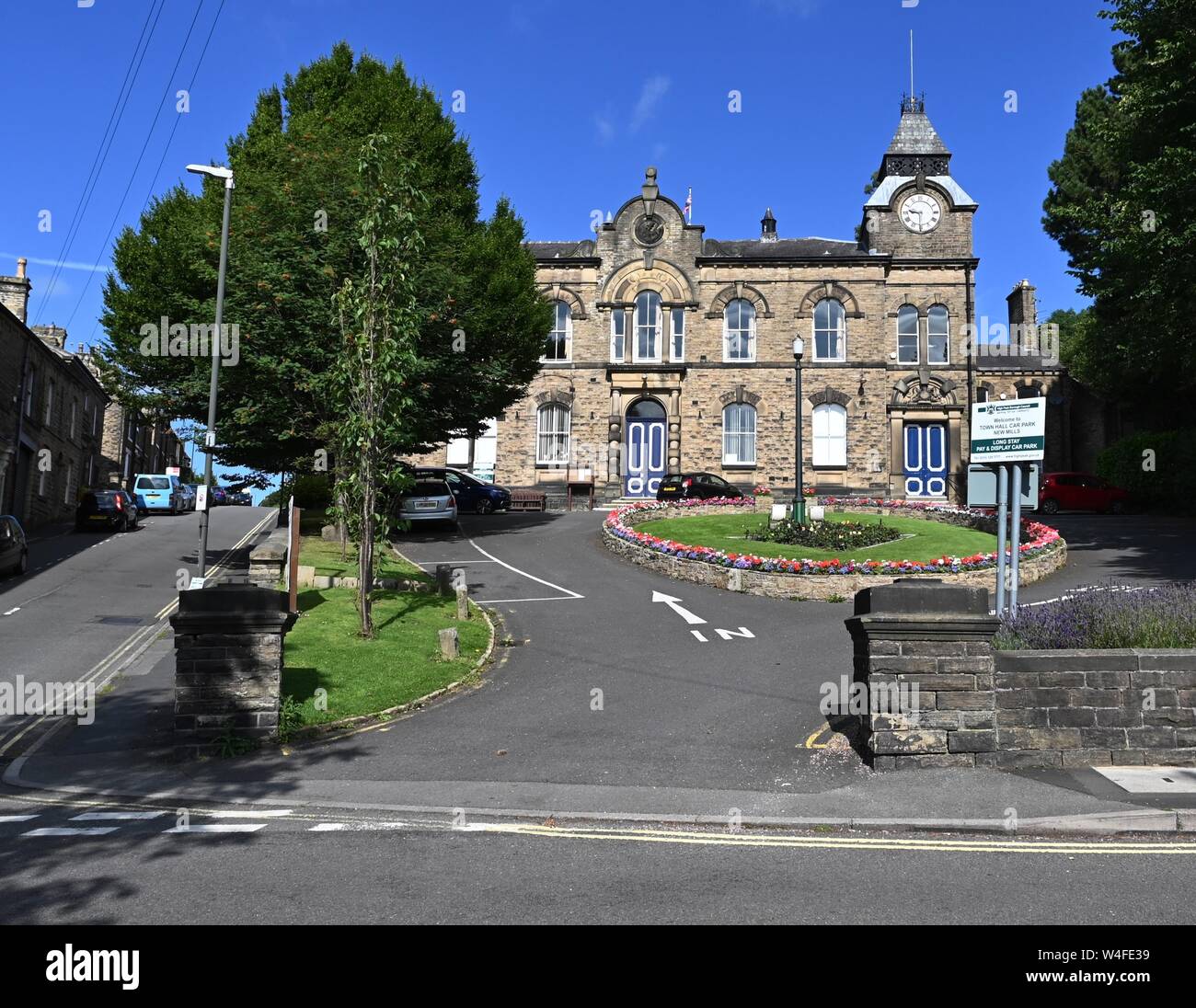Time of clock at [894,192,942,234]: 9:30
